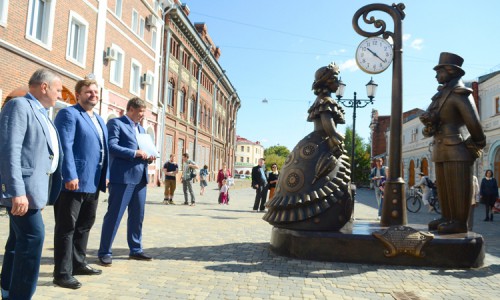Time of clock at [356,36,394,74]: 10:21
